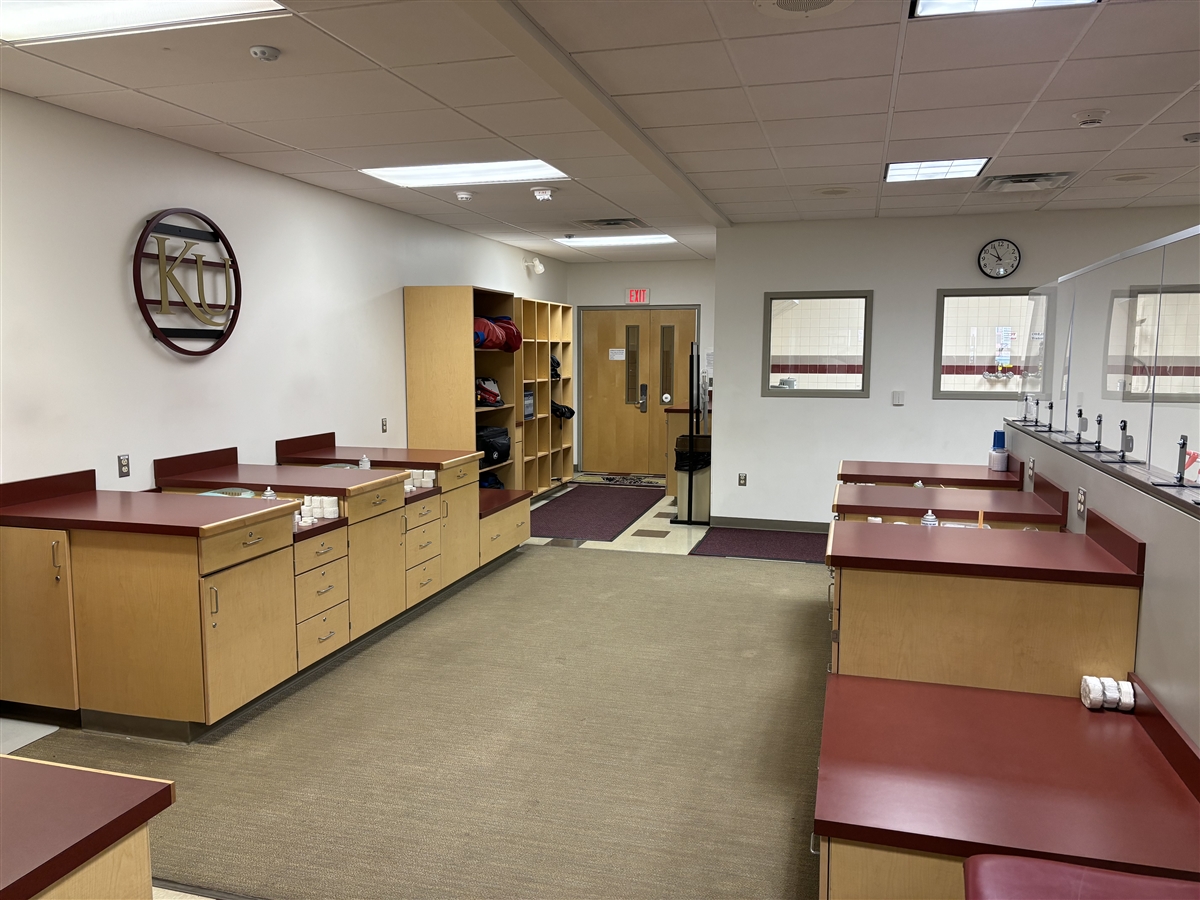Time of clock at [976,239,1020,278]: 9:55
